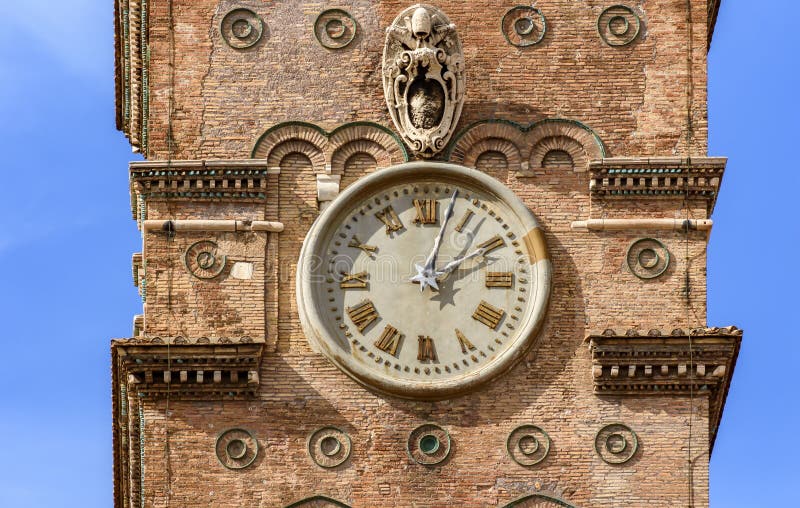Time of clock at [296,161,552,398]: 4:02
